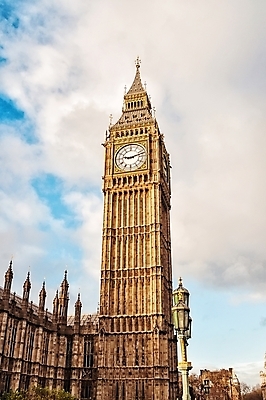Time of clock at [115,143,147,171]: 9:12
